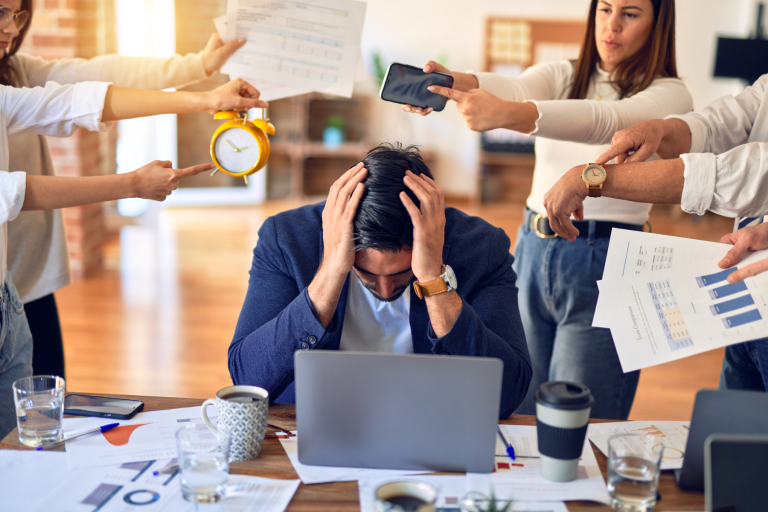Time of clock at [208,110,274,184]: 1:50
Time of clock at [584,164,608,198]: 2:56
